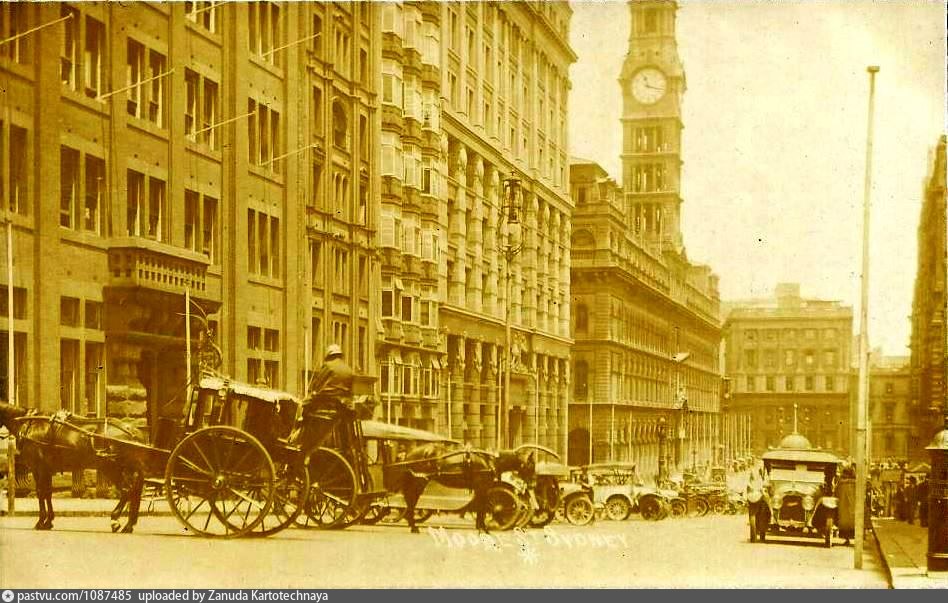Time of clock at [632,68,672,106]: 11:17
